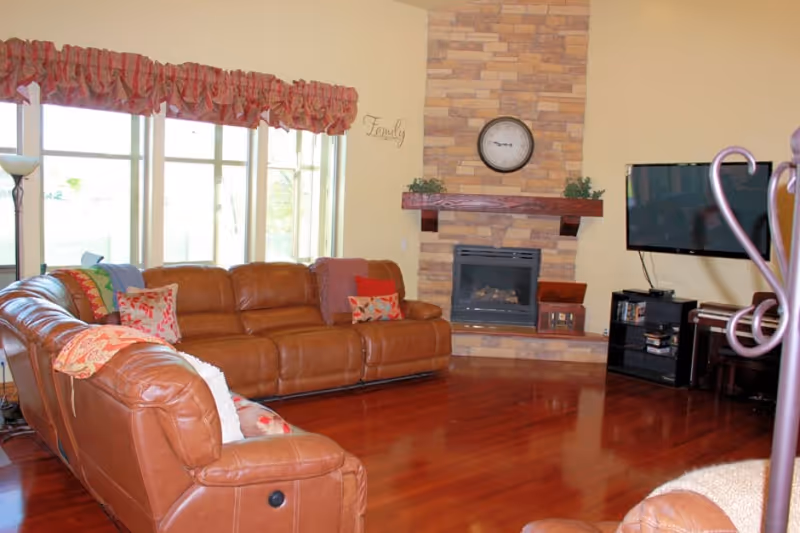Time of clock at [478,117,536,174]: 8:46
